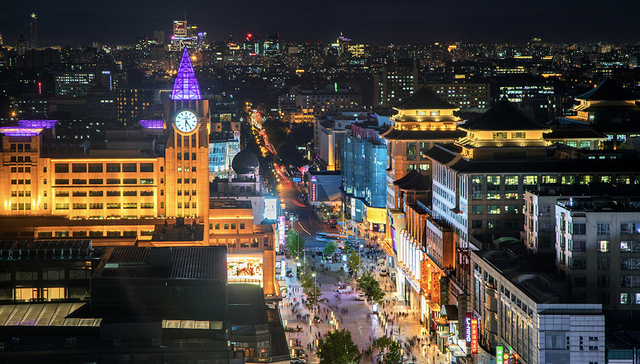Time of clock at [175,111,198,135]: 6:24
